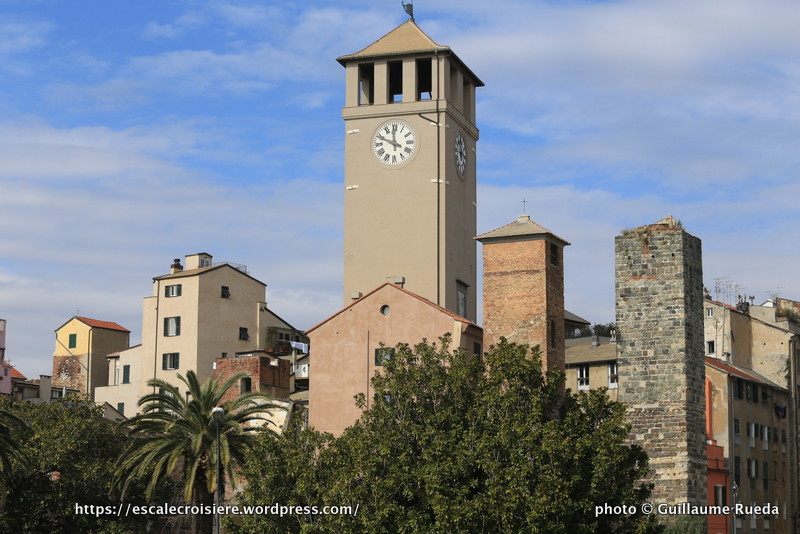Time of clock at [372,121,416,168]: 11:48
